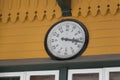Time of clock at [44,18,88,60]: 3:17
